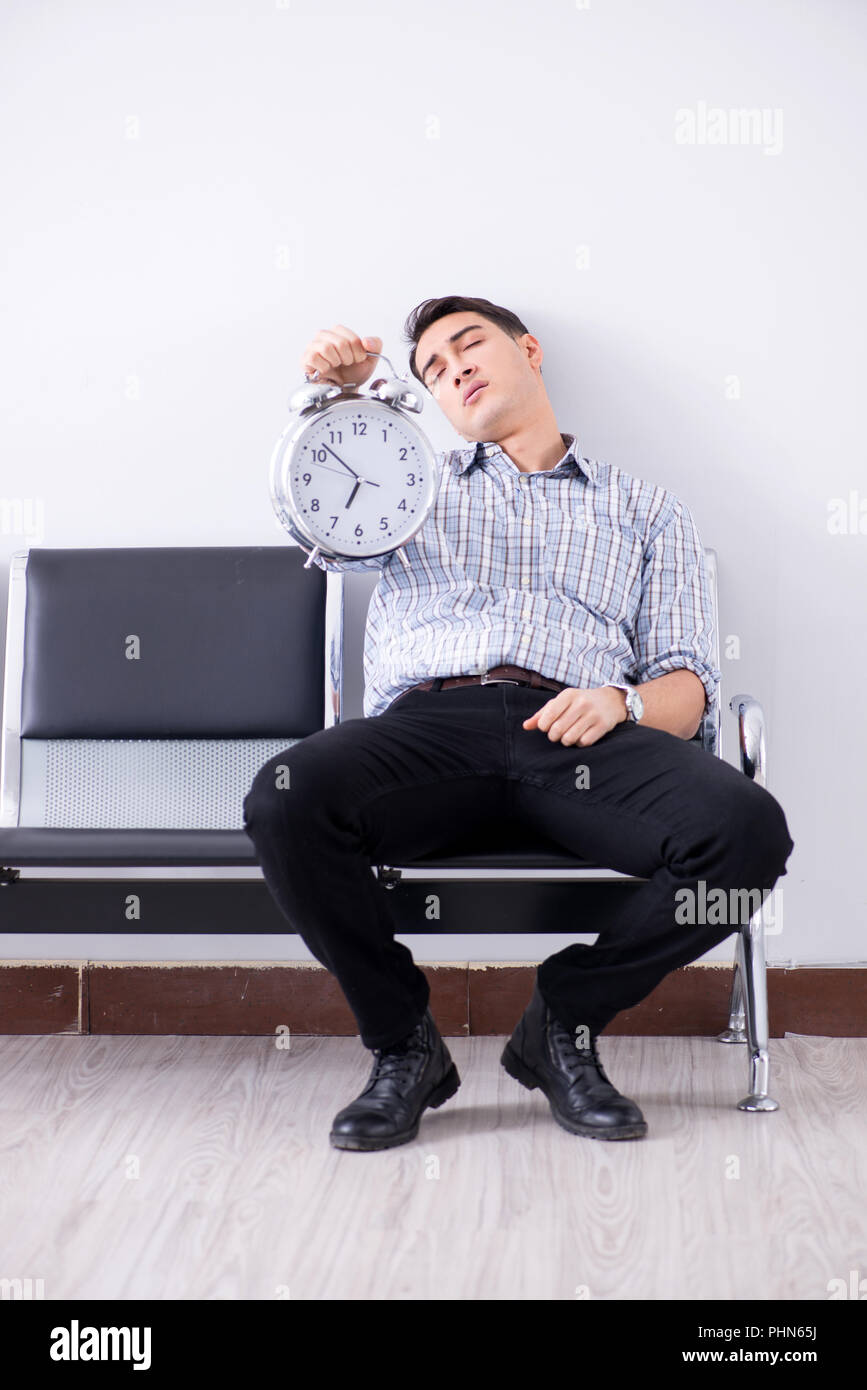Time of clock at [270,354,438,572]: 6:52
